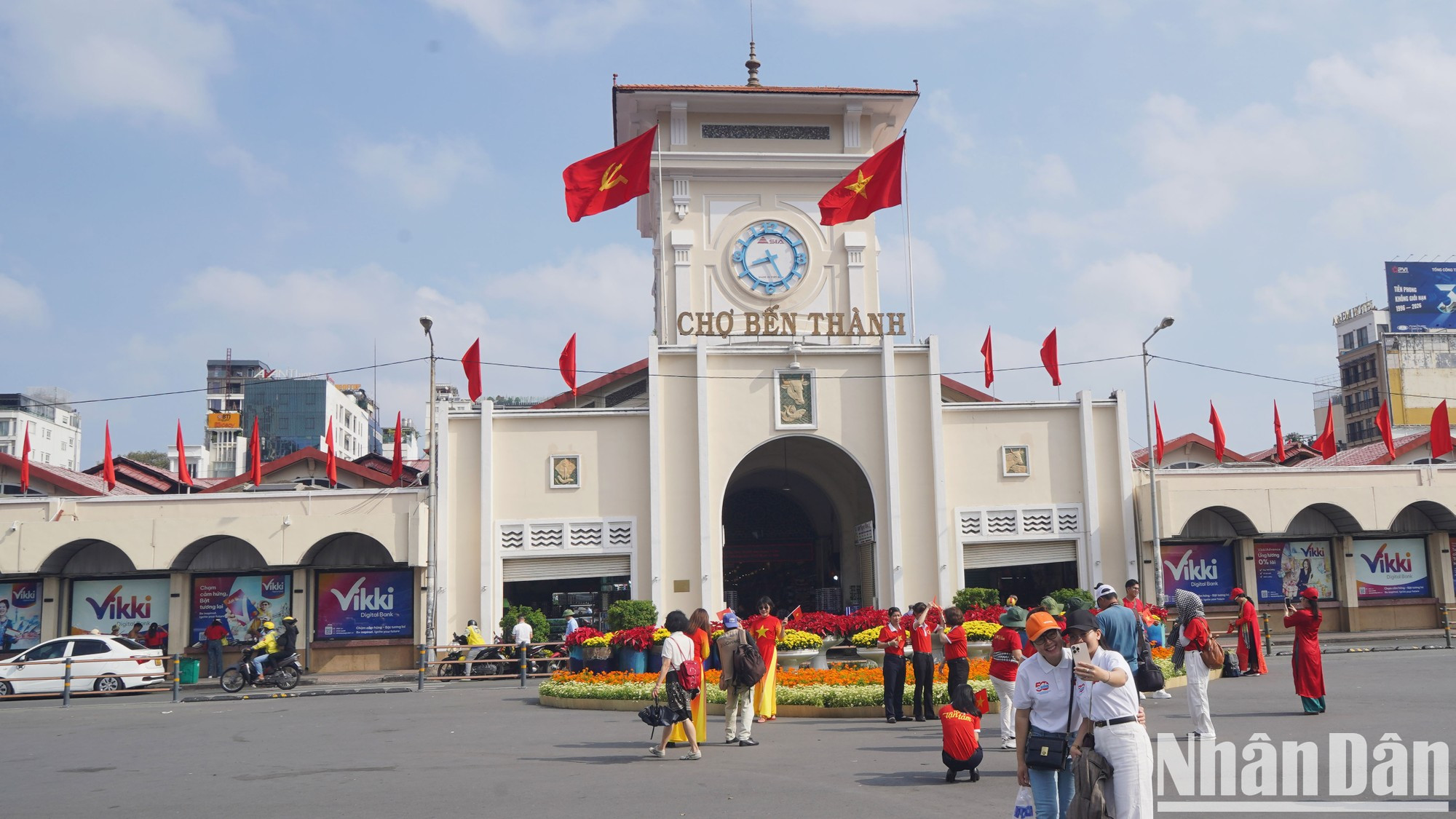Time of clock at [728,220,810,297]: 8:25
